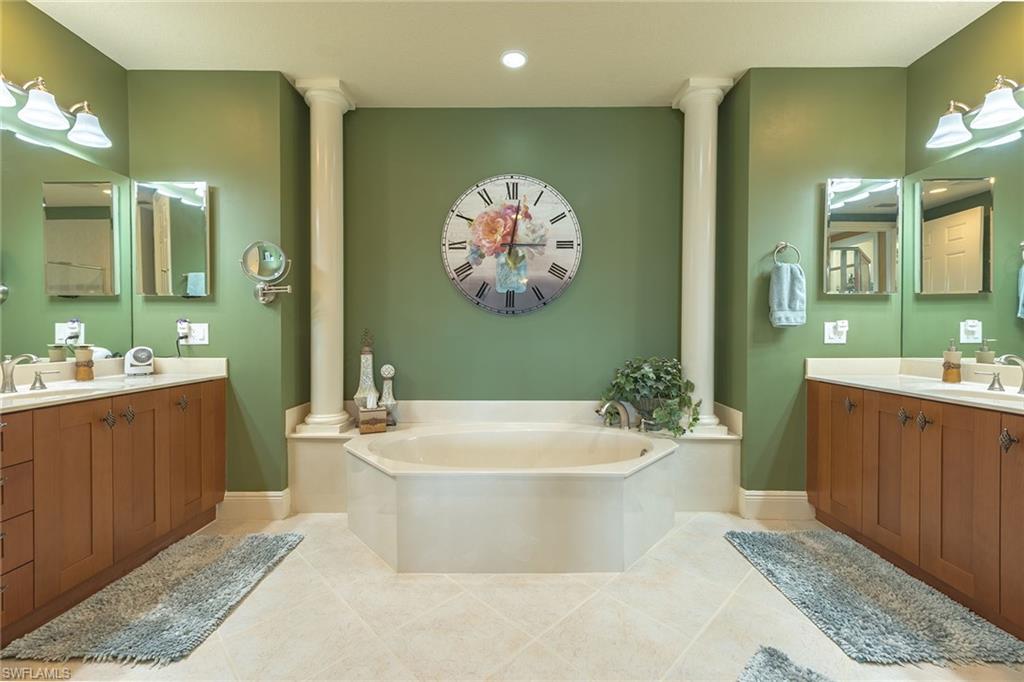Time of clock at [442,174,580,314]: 3:01
